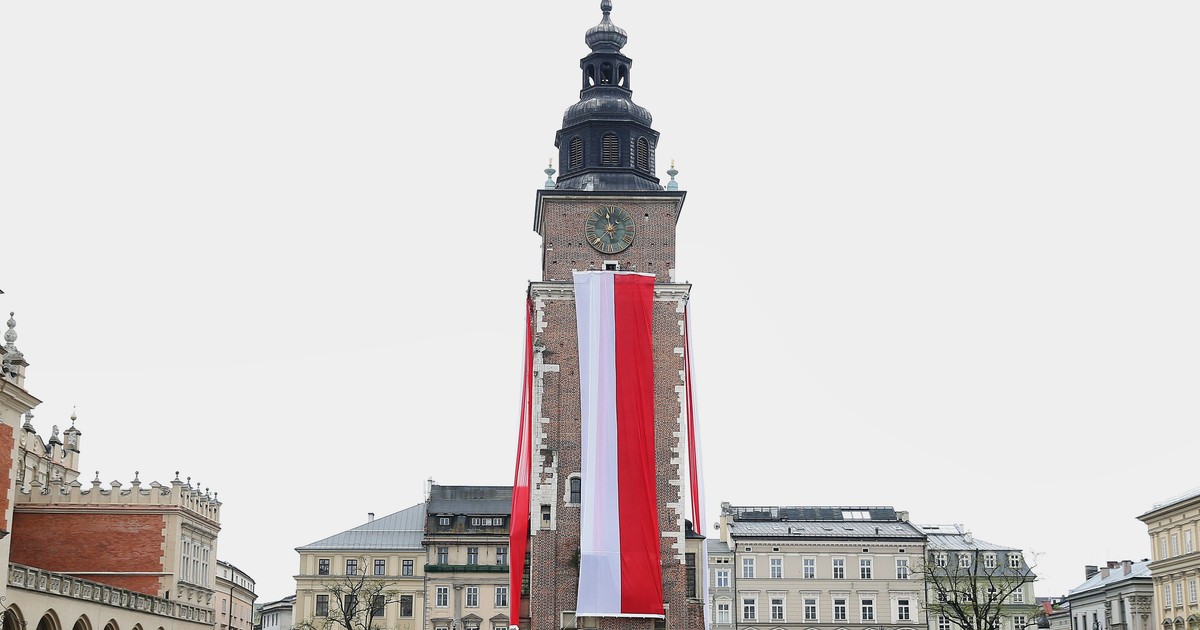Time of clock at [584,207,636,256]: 11:37
